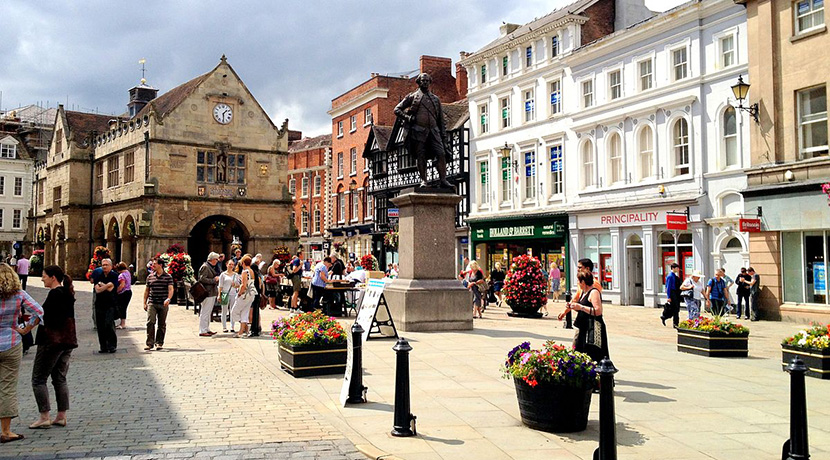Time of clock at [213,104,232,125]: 1:29
